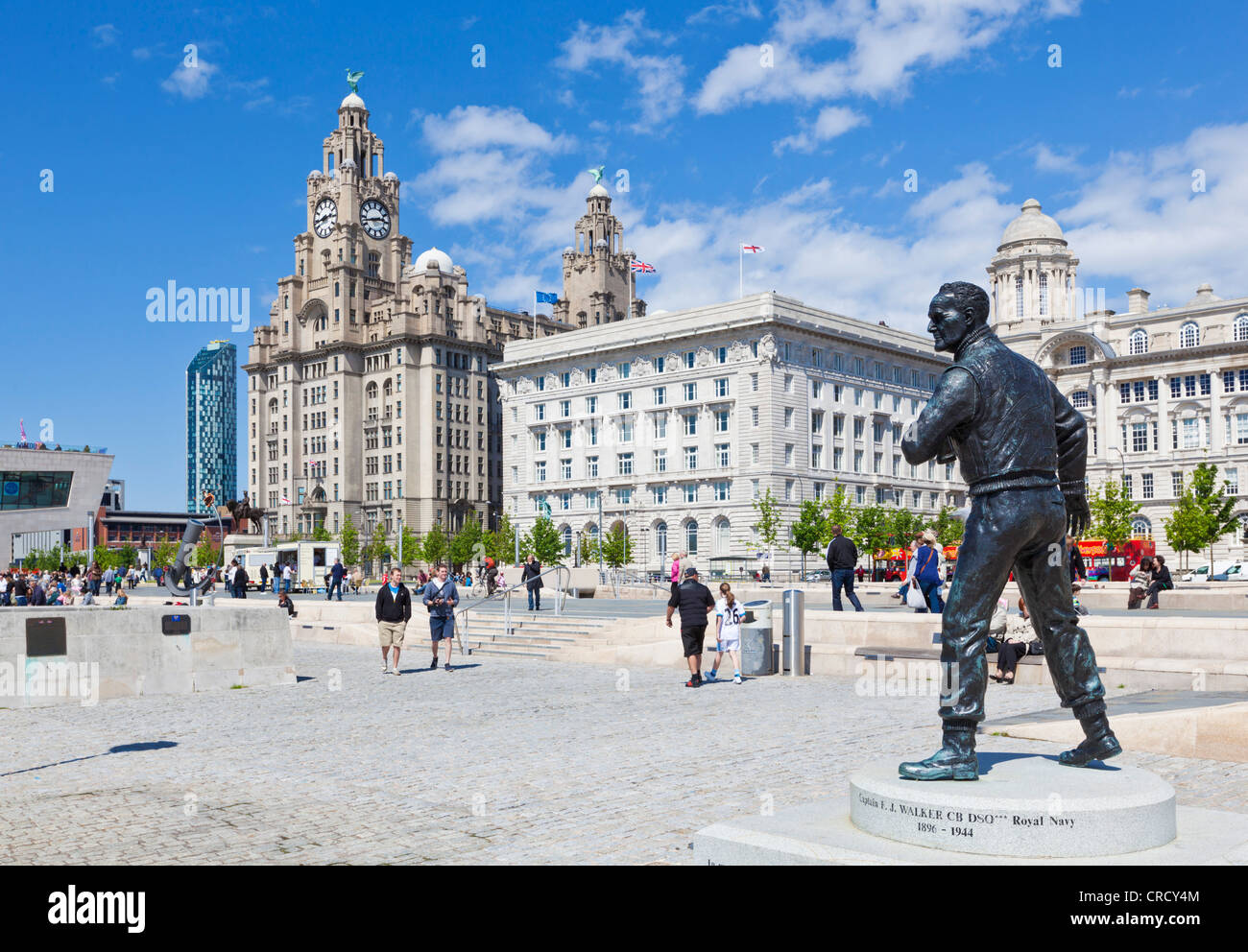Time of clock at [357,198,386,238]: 2:42
